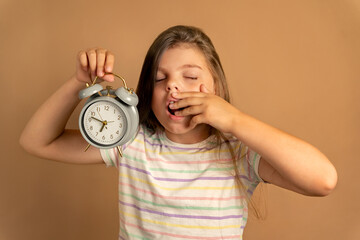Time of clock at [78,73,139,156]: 6:47
